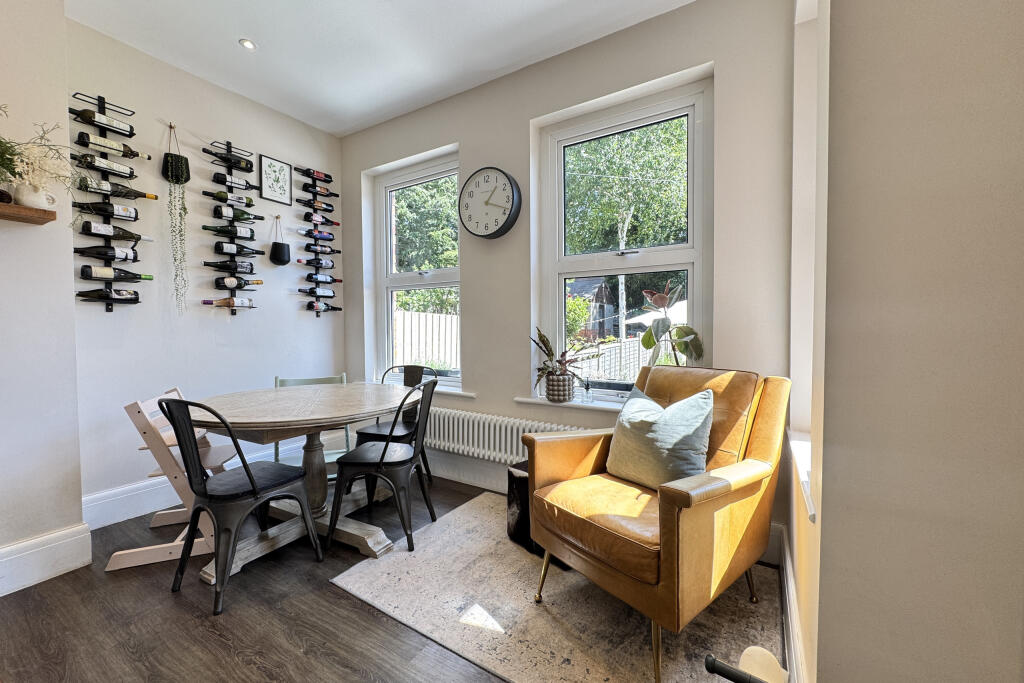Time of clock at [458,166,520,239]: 1:18
